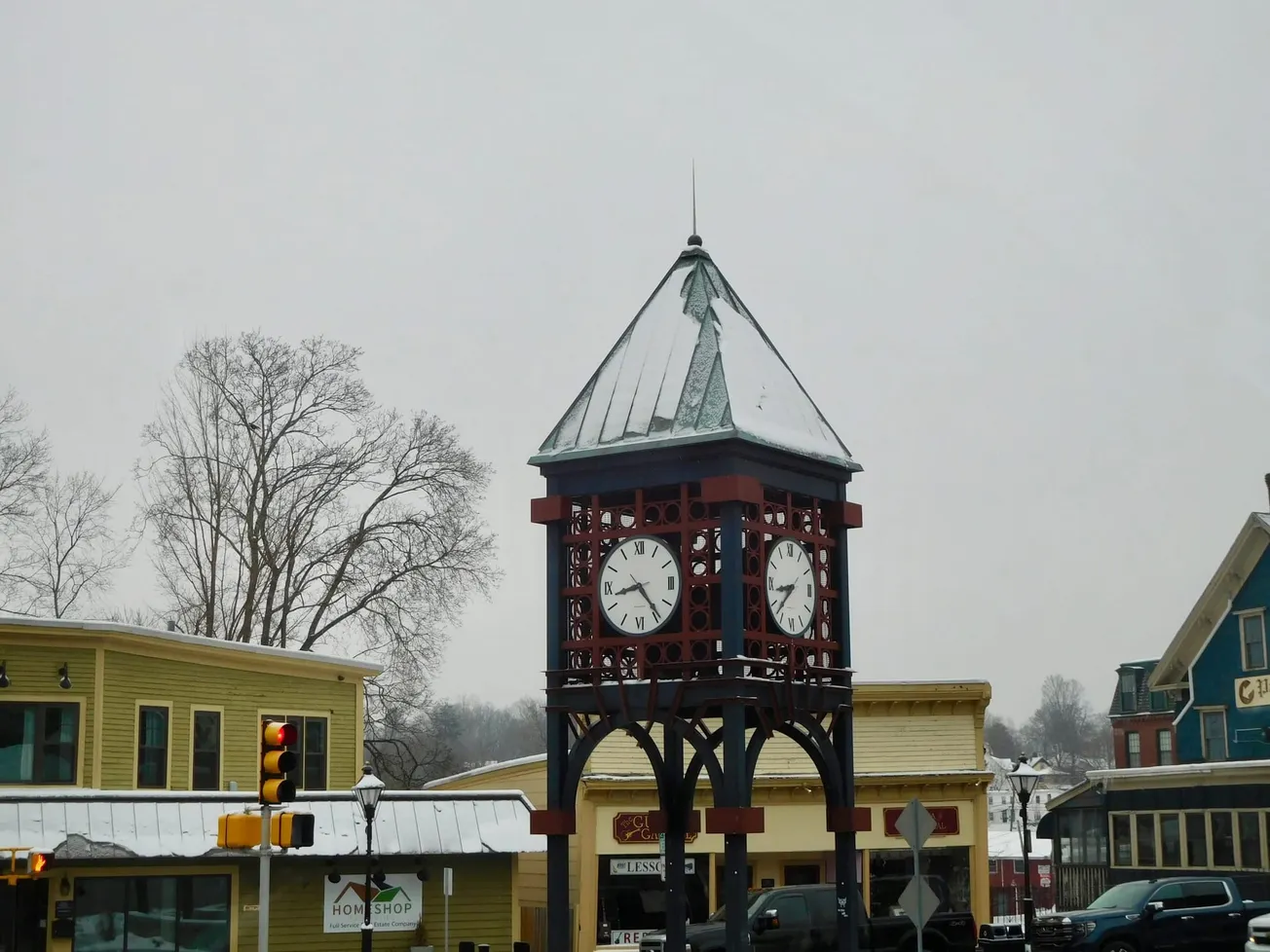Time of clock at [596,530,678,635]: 8:23
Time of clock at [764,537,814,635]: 8:37
